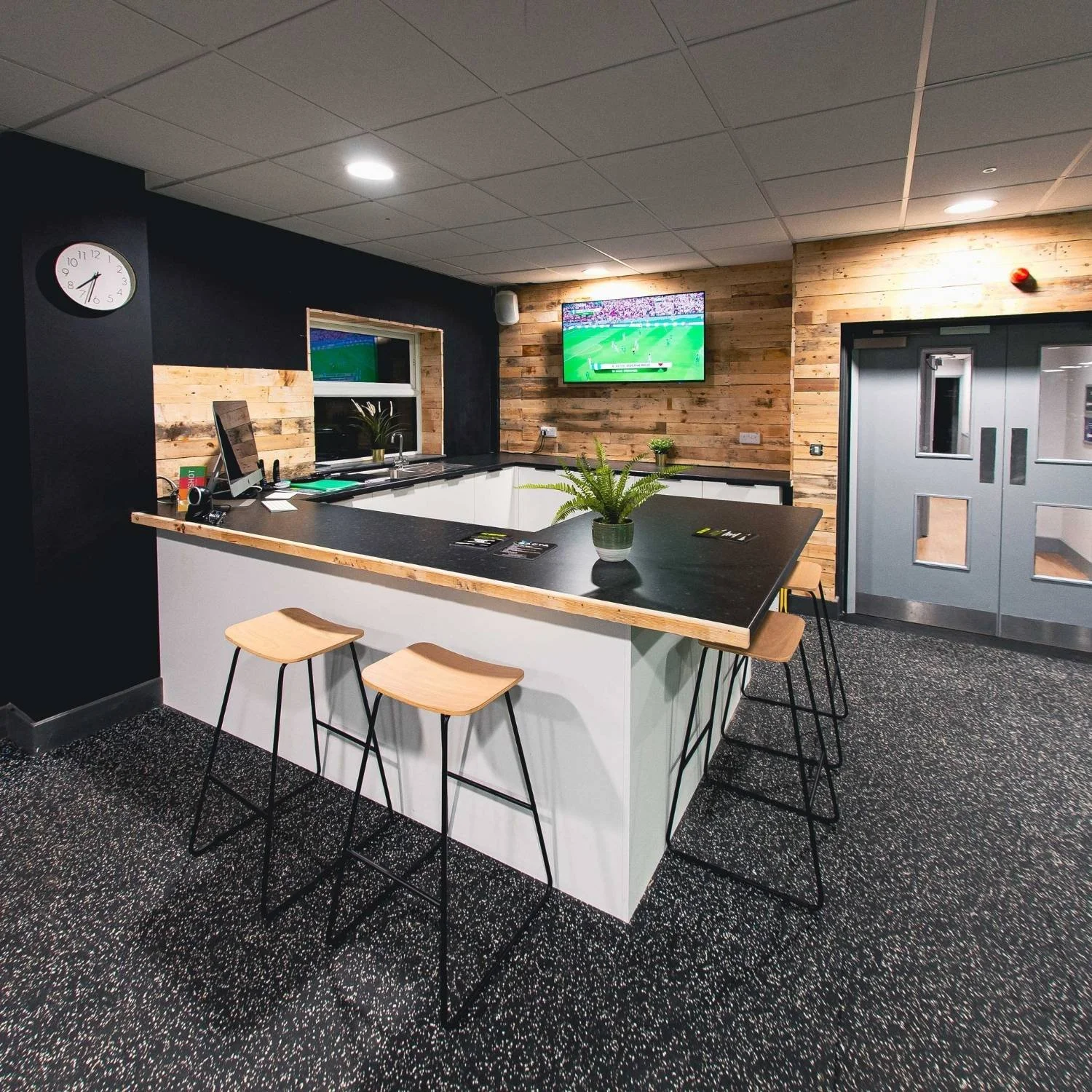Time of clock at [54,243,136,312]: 7:32
